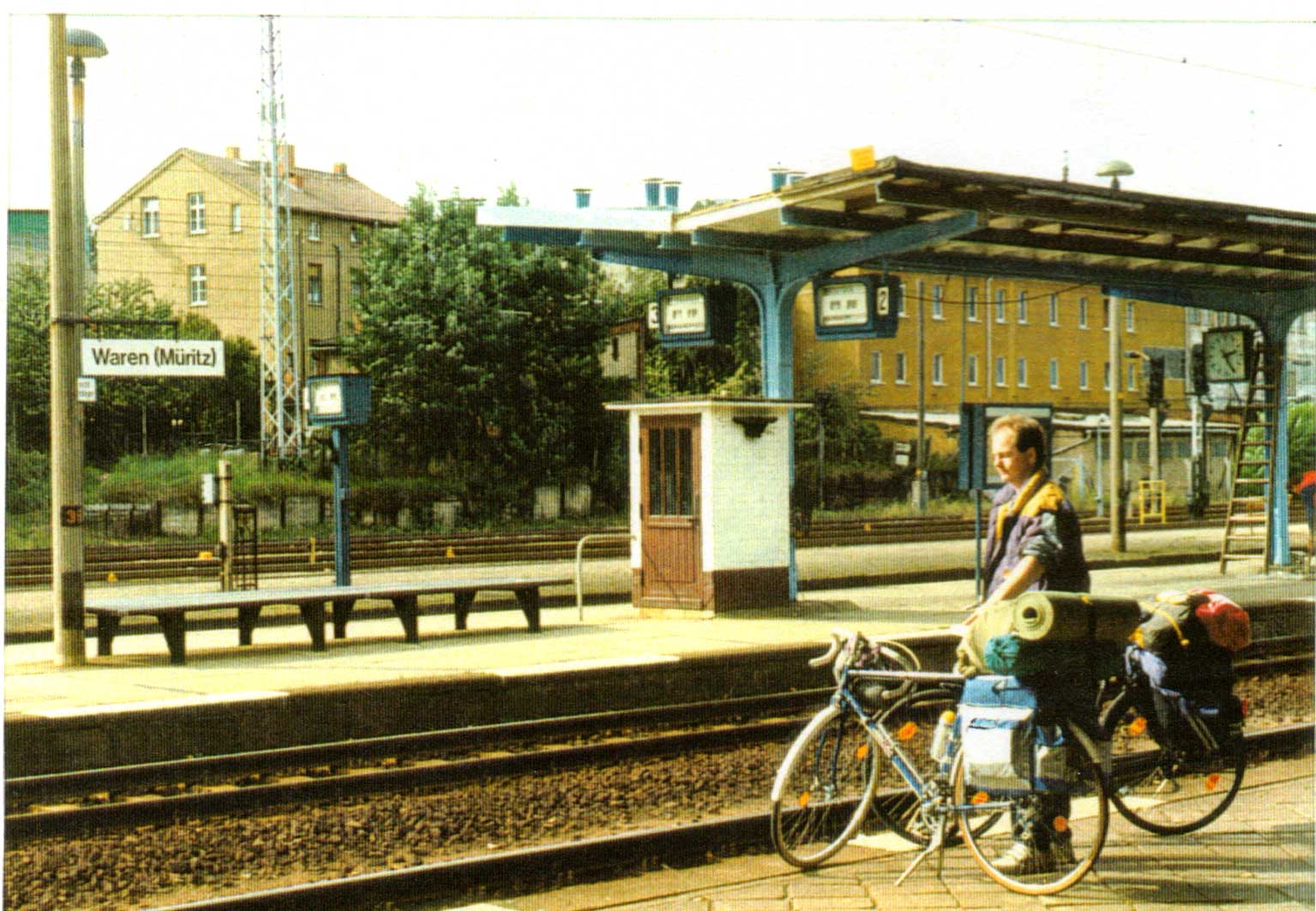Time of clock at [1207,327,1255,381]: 2:25
